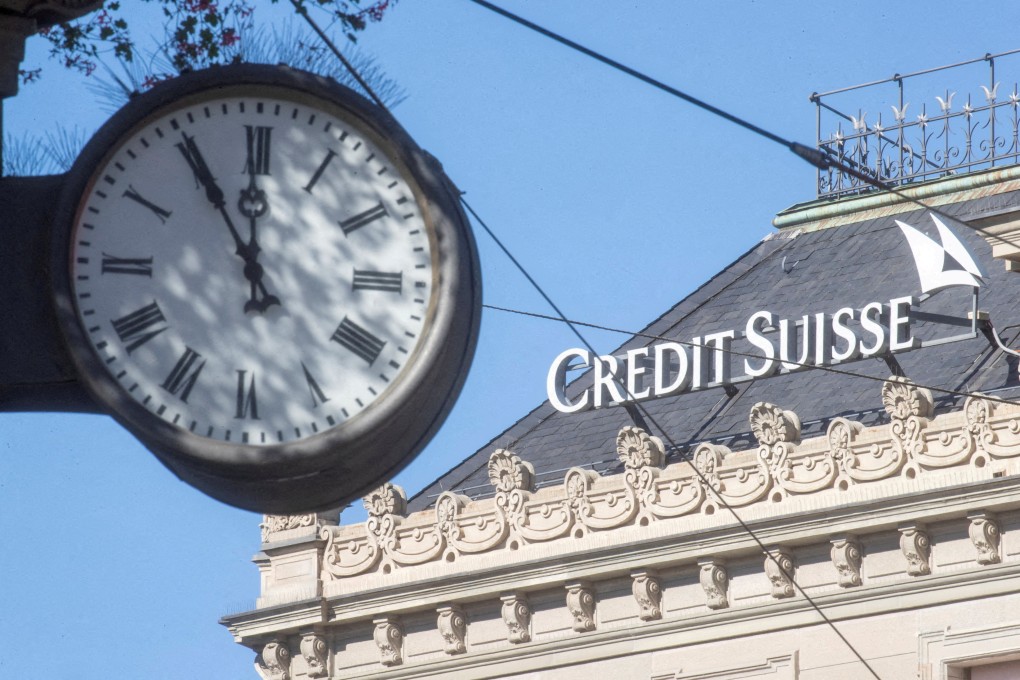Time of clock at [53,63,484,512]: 11:55
